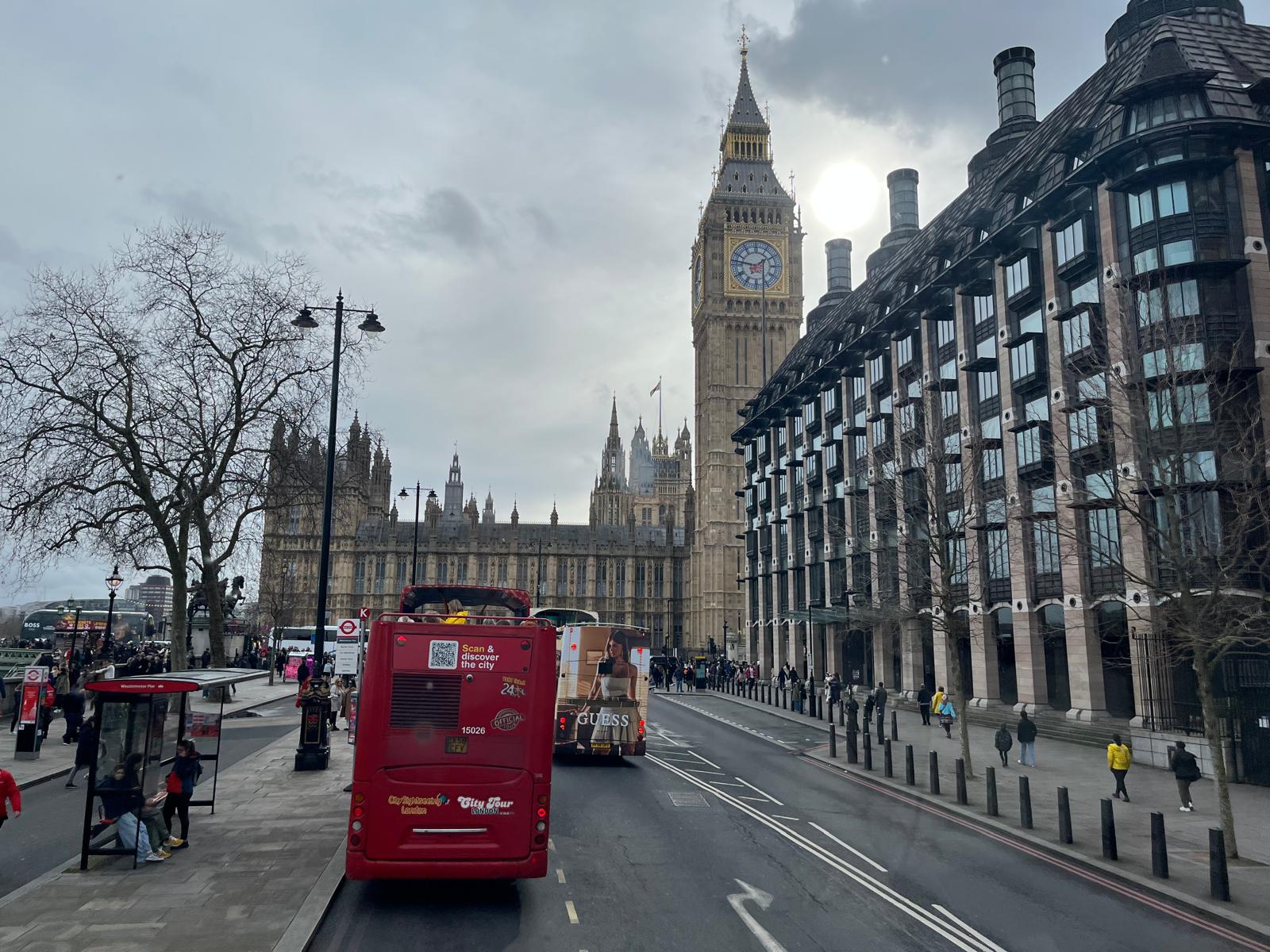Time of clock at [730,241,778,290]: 1:46
